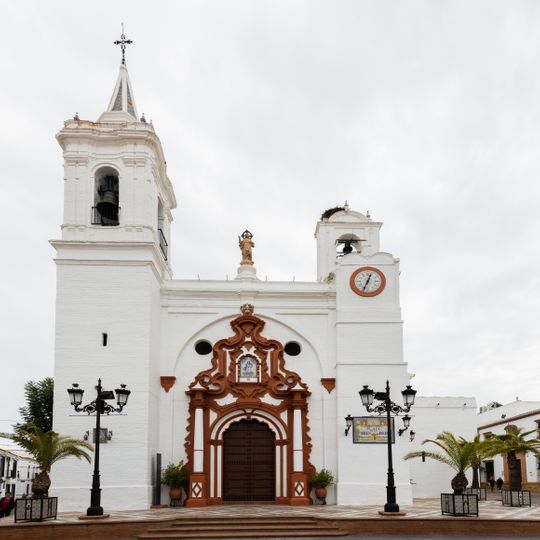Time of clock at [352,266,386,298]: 12:33
